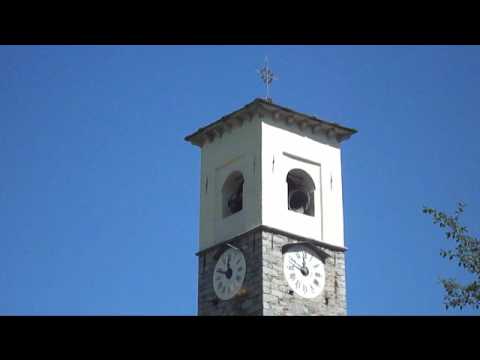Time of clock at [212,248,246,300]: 11:49
